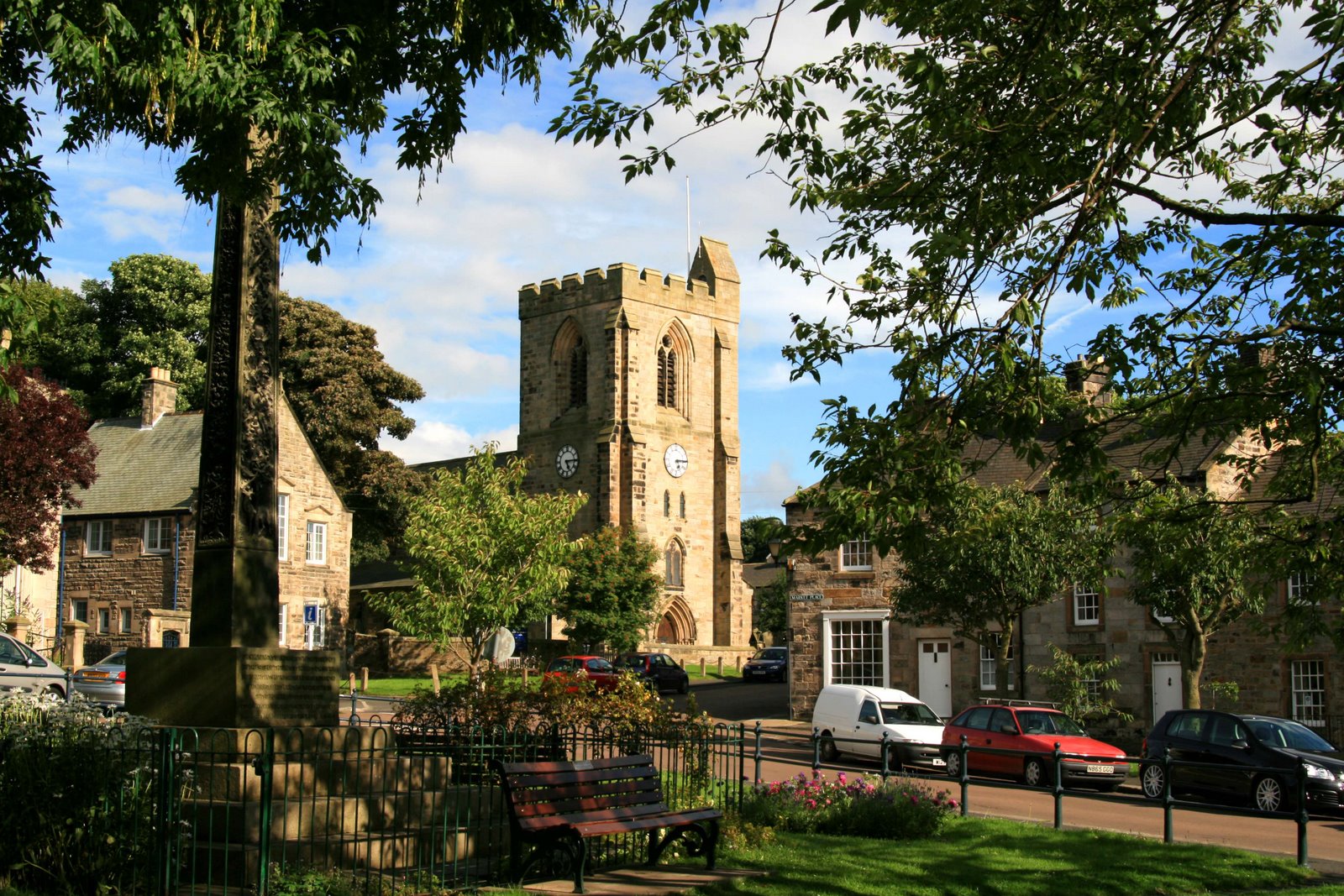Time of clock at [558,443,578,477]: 5:14
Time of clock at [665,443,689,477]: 5:14
